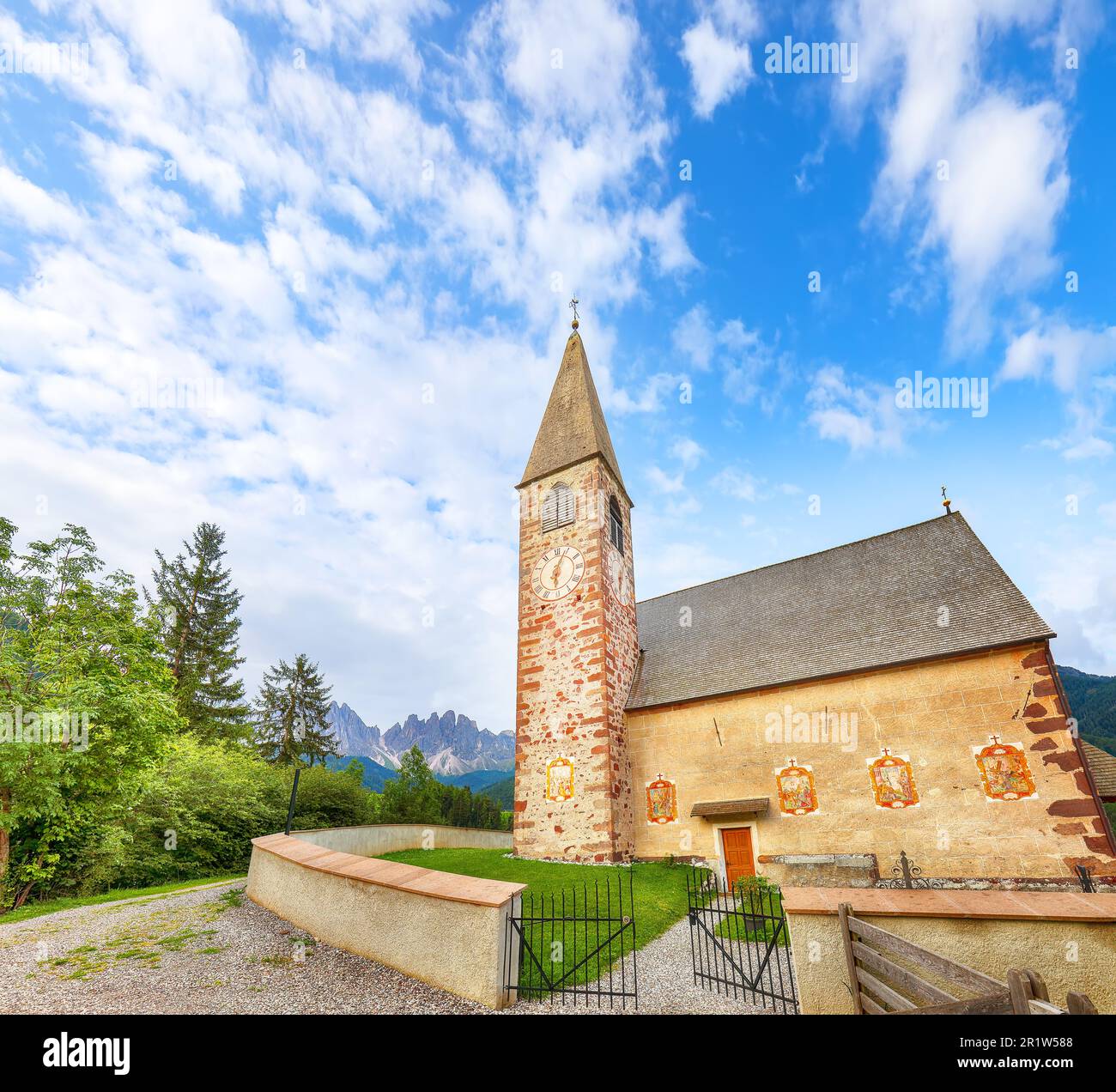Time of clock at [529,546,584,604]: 6:03
